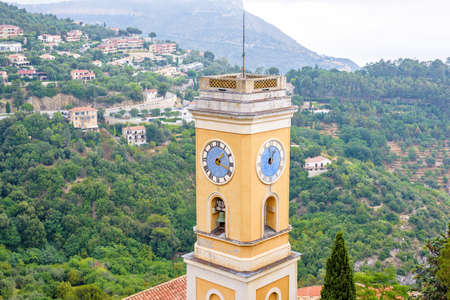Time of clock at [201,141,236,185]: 1:18
